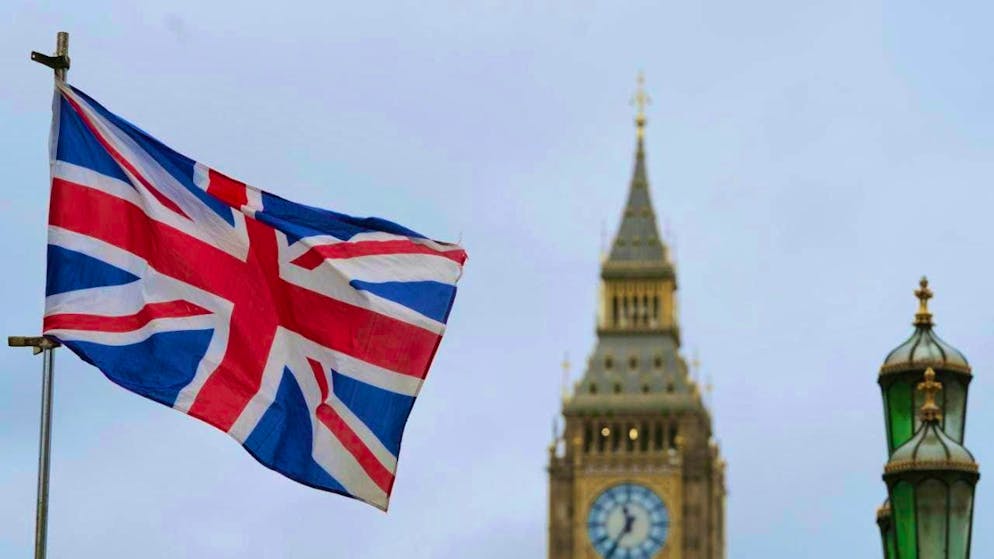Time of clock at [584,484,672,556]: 11:35
